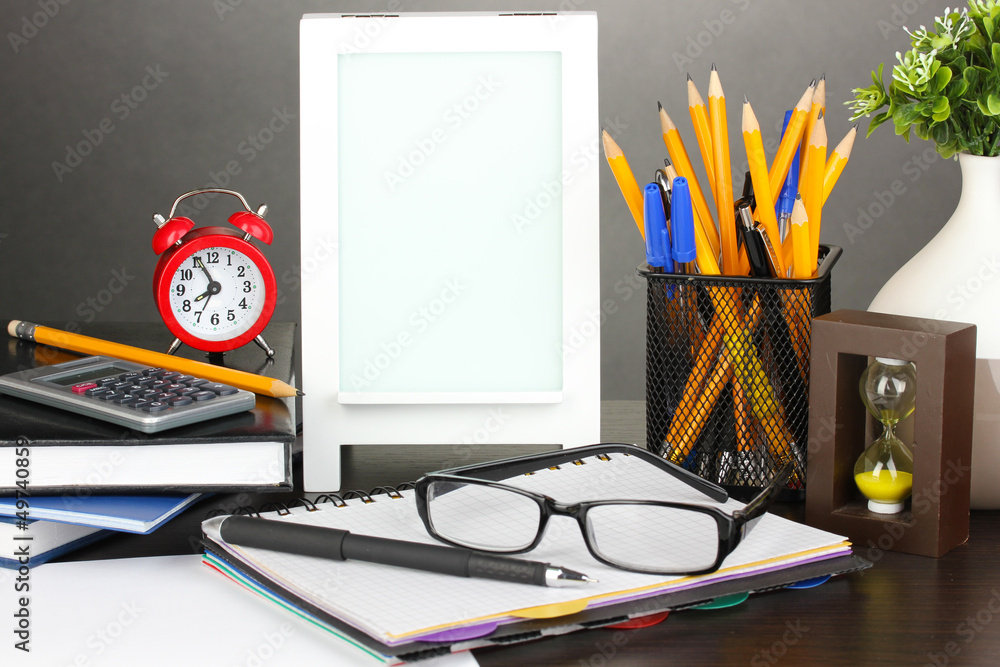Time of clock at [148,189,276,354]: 7:55
